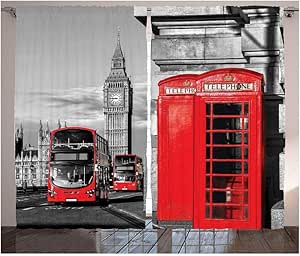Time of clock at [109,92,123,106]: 8:45
